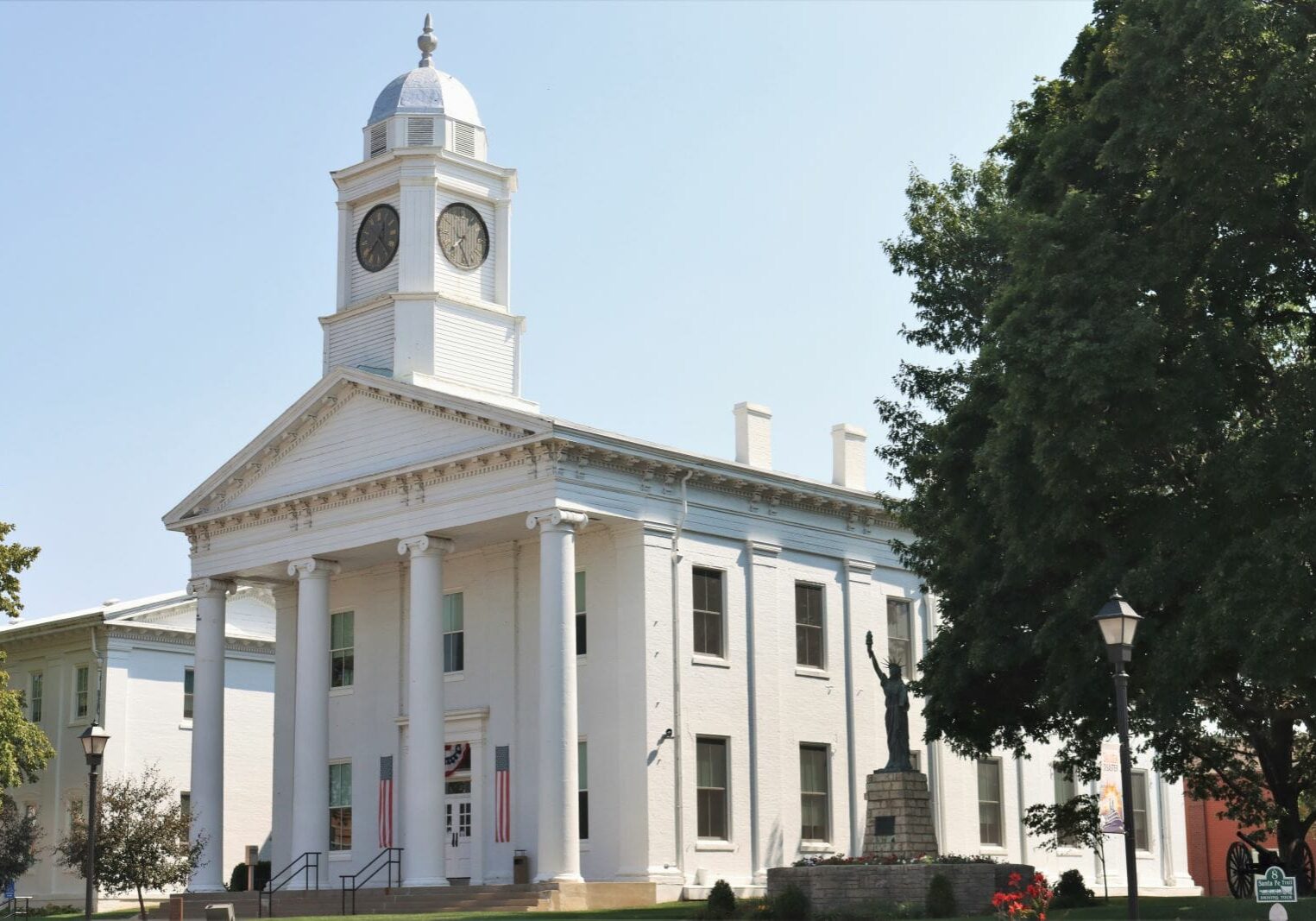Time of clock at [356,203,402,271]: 7:23
